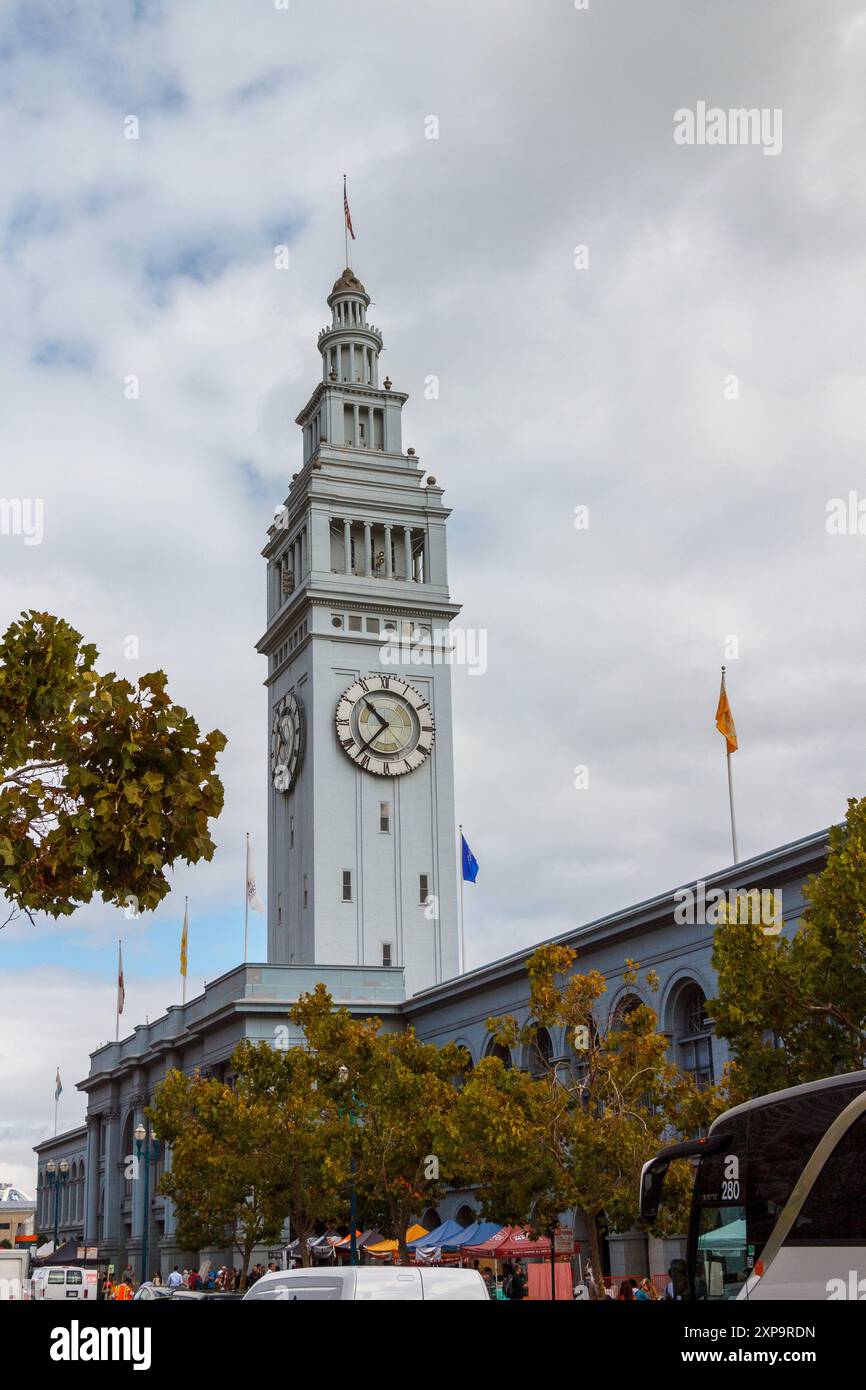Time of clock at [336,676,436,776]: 10:37
